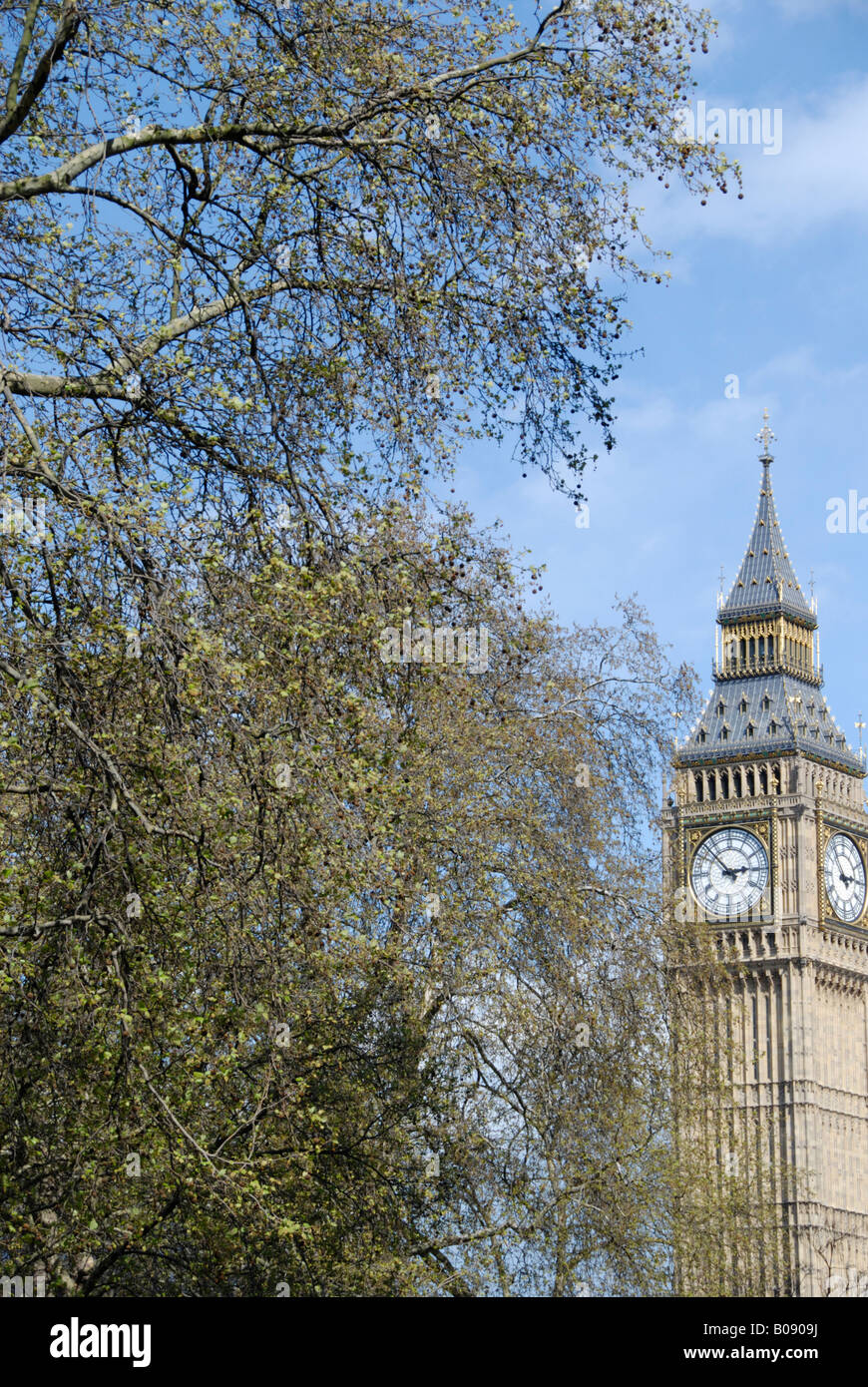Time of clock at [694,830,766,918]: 2:52
